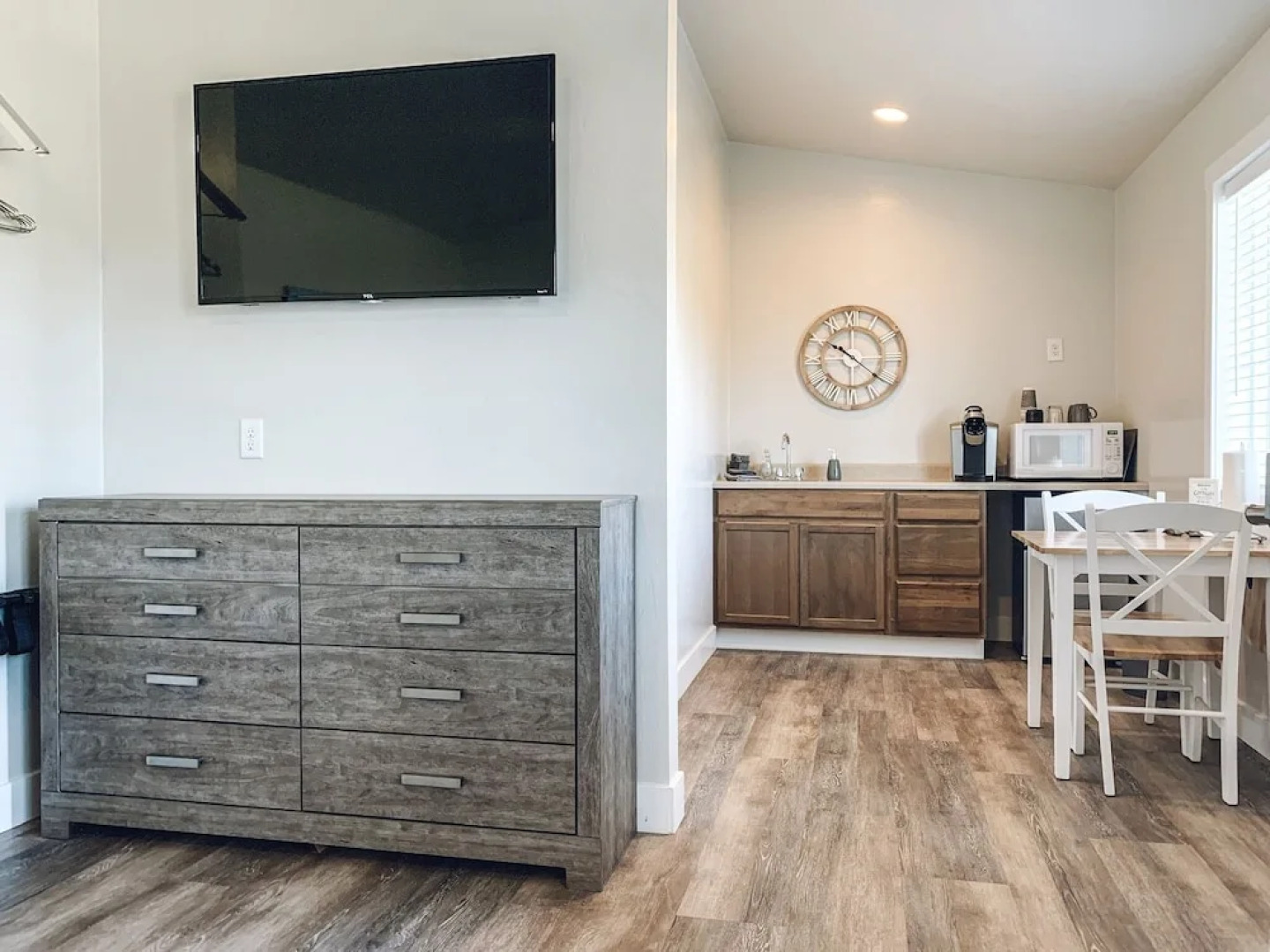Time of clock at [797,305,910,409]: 10:21
